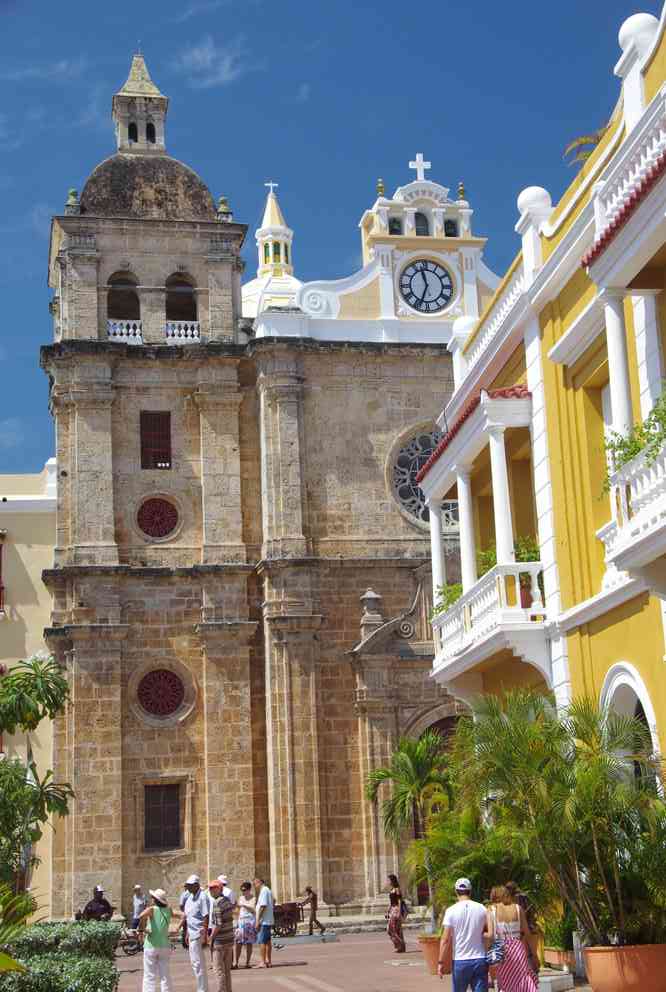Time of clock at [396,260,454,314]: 11:33
